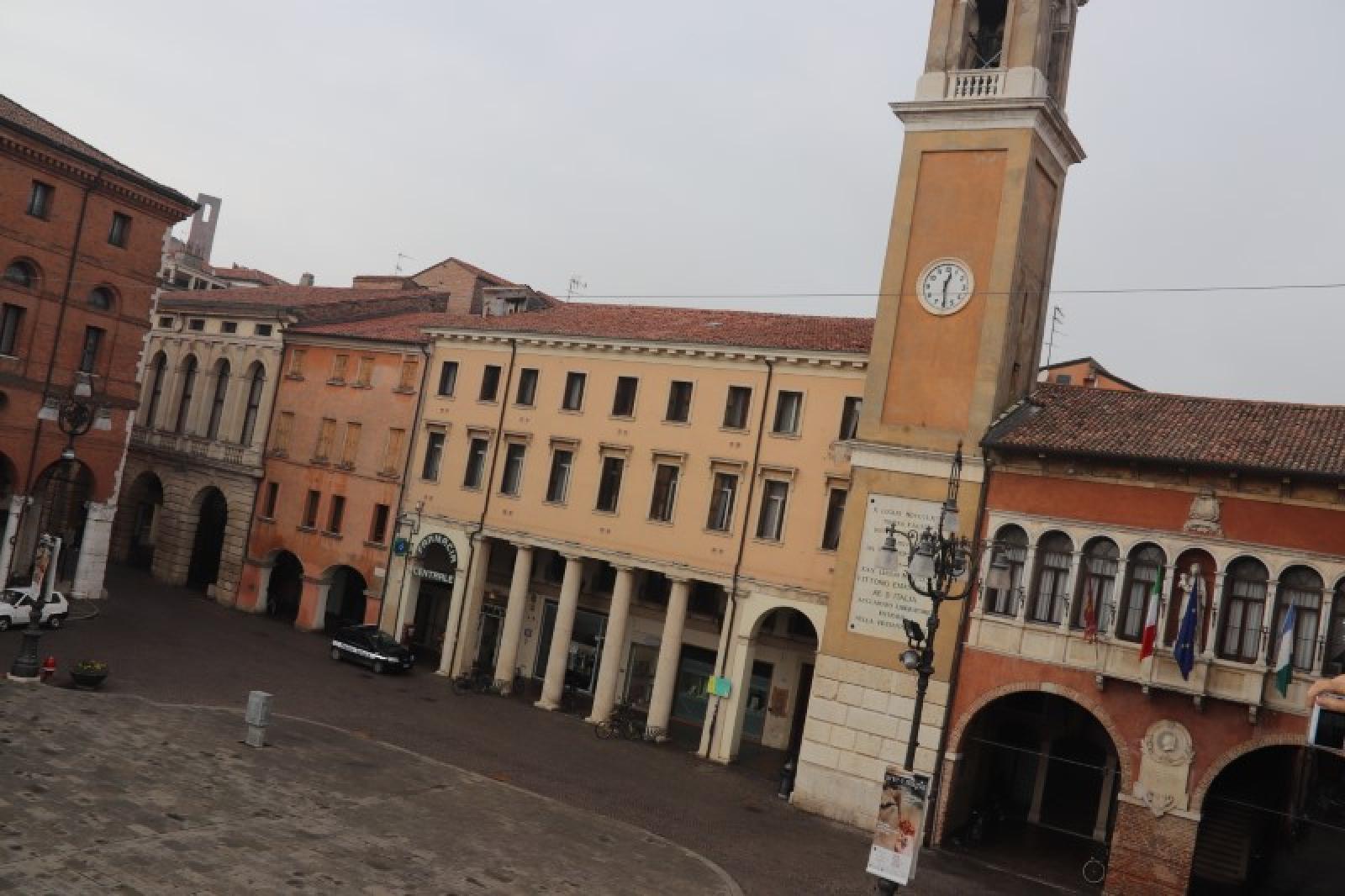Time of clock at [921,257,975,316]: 12:29
